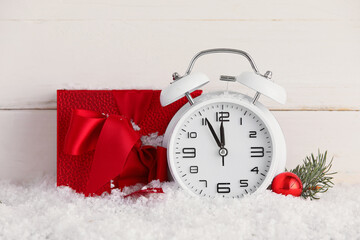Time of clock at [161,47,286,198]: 11:55
